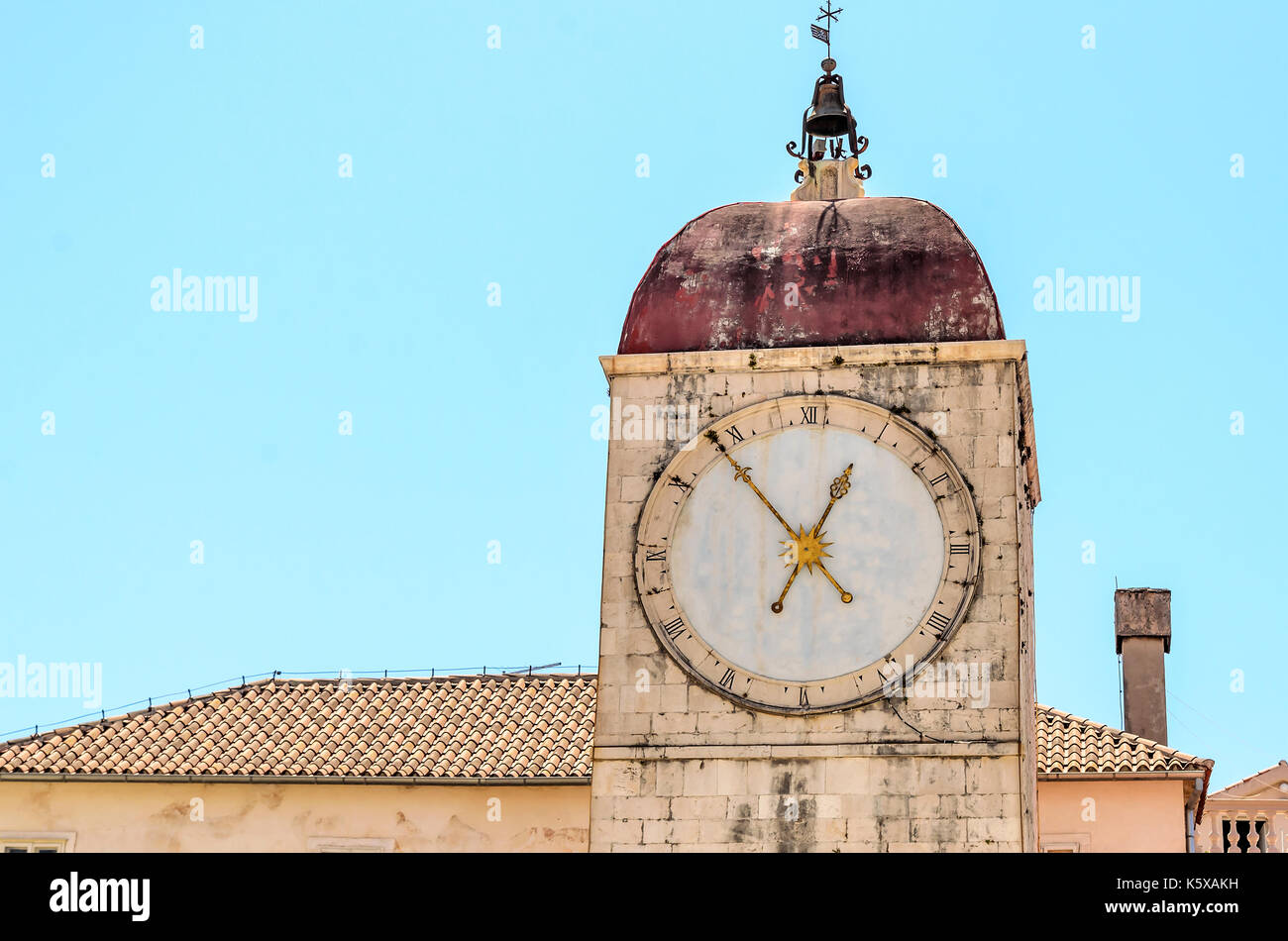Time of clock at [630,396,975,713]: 12:53
